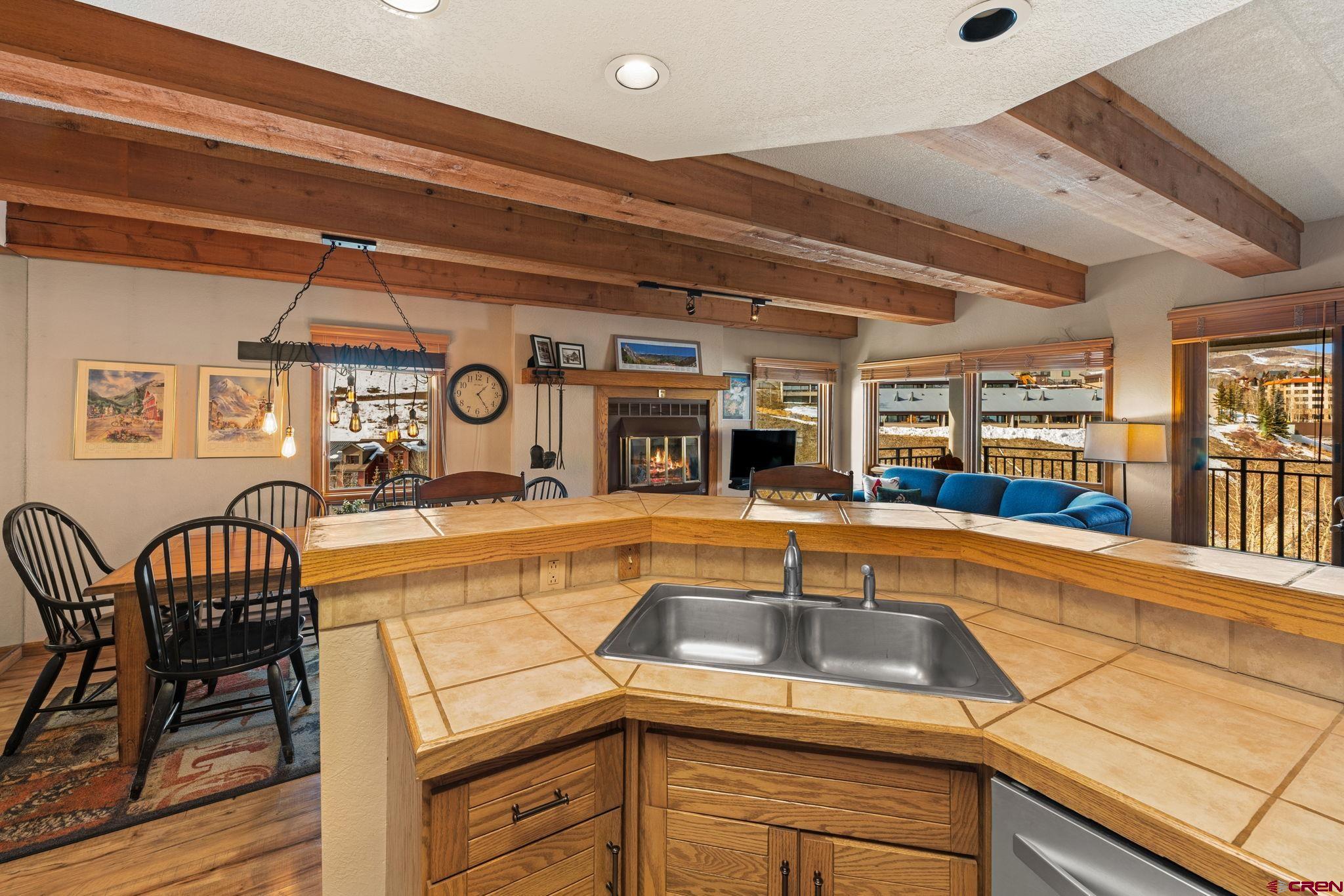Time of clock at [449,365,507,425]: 1:24
